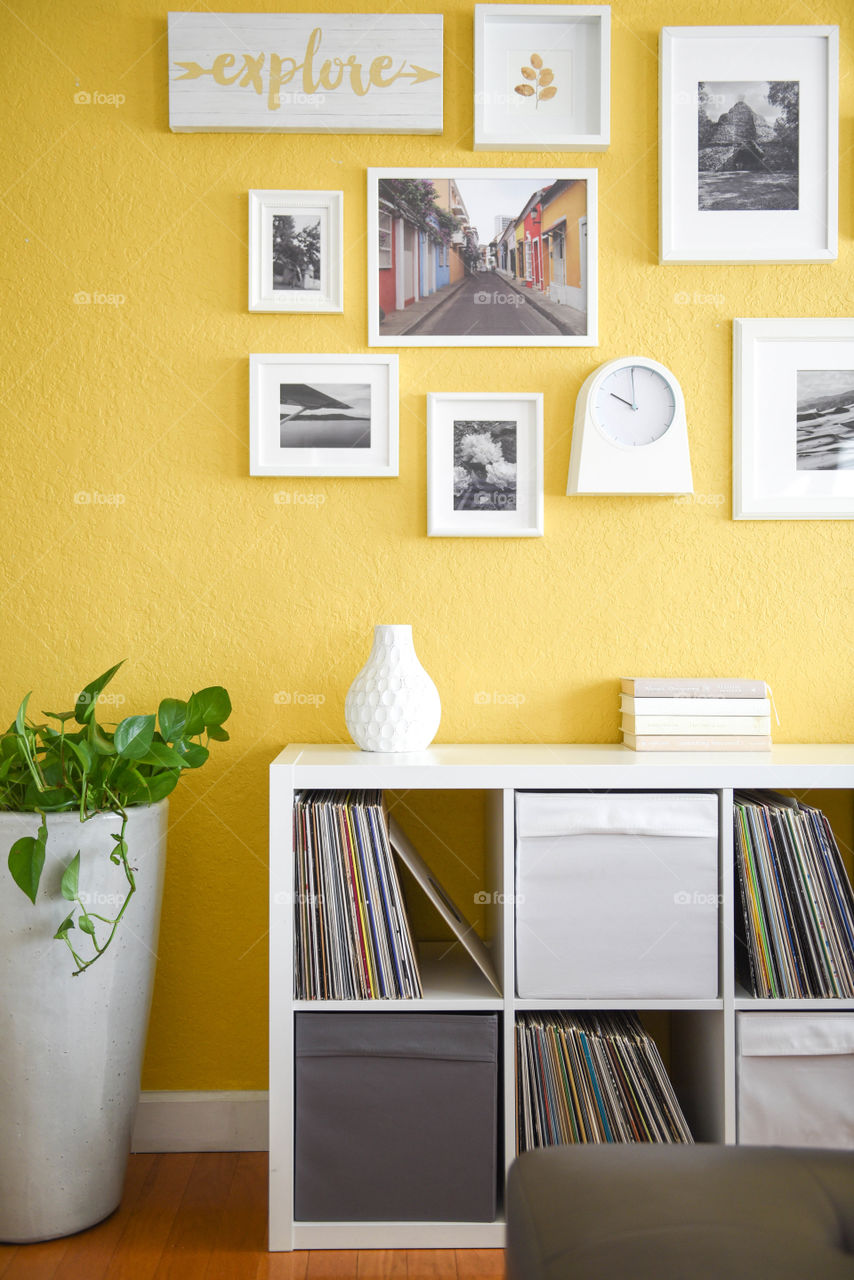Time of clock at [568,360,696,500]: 9:59
